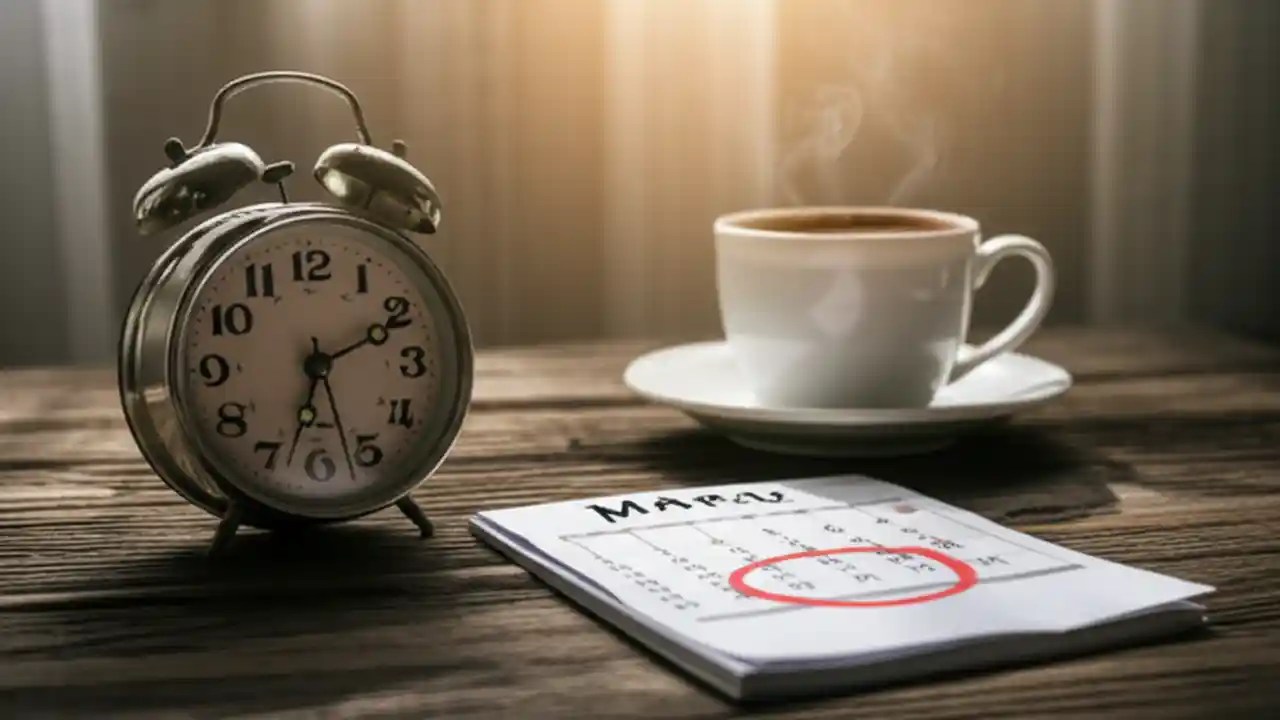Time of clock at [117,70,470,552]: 6:10
